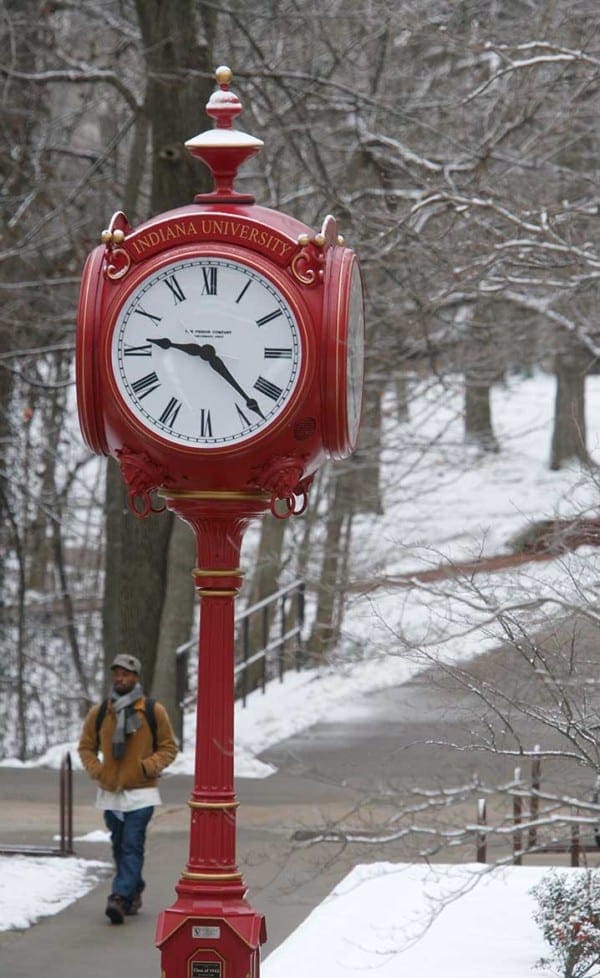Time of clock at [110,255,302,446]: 9:22
